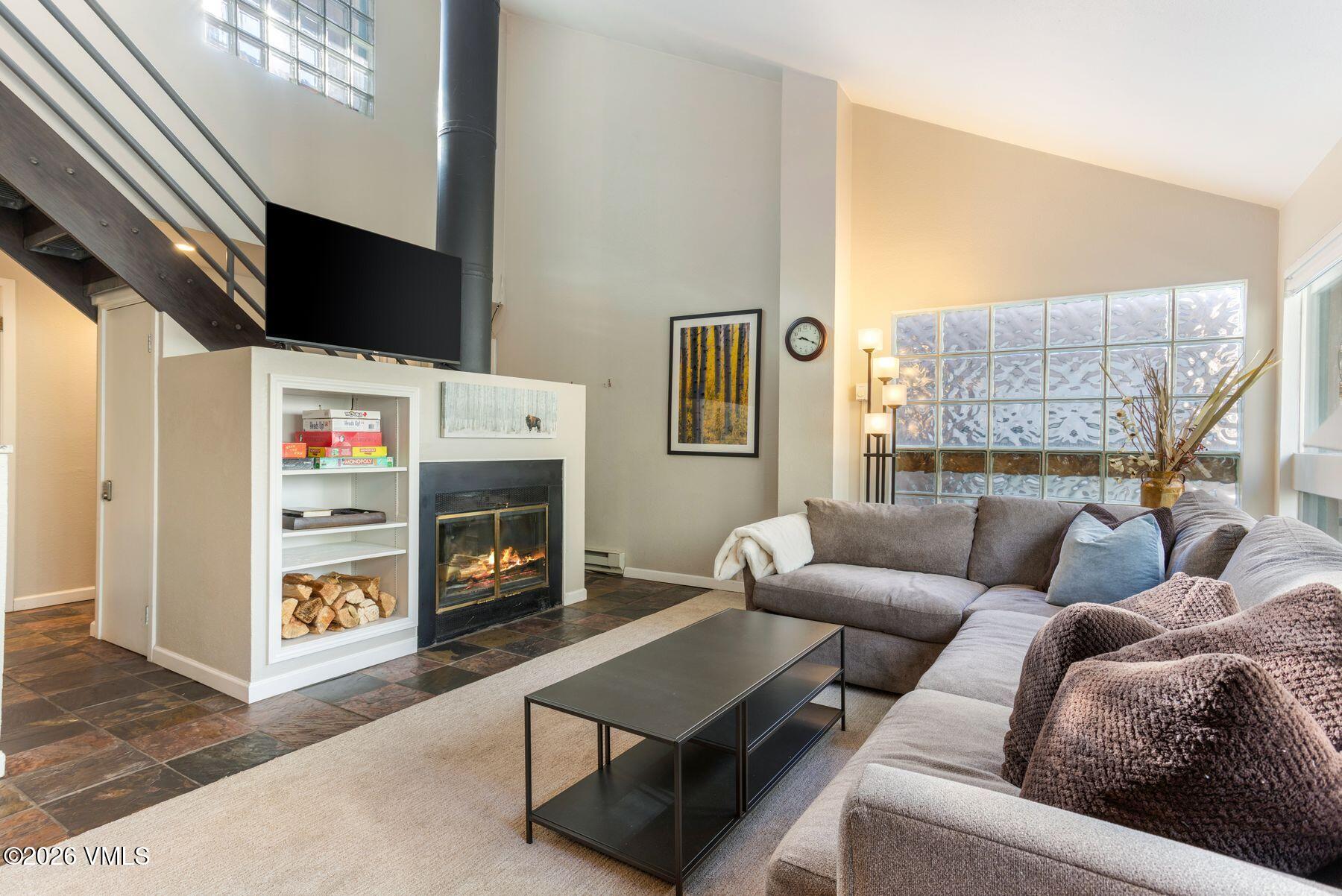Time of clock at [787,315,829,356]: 9:19
